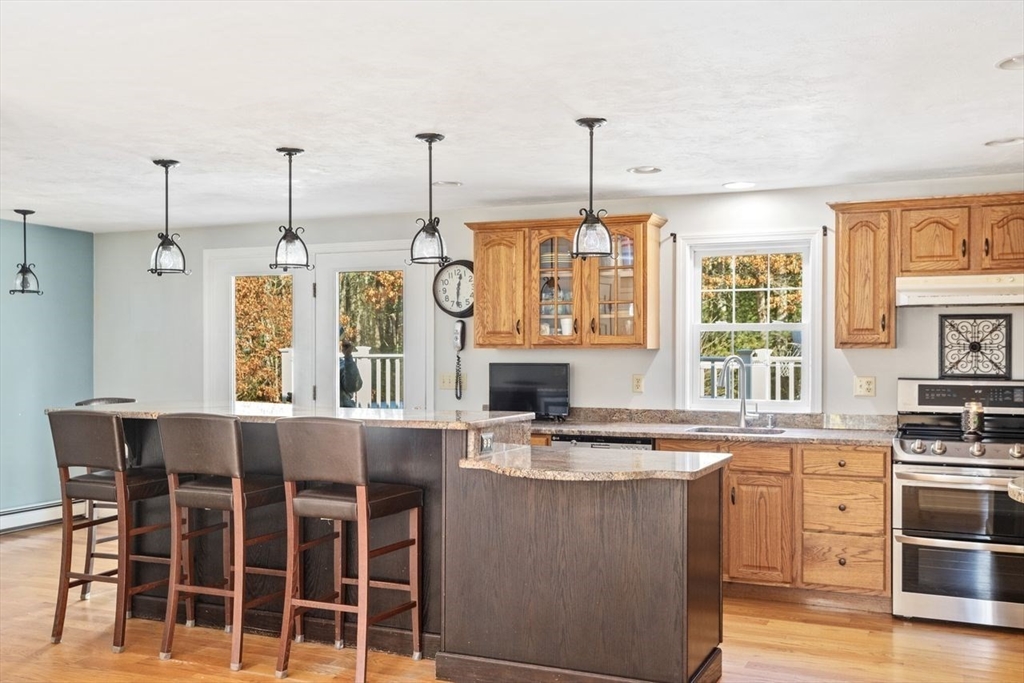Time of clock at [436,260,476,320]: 12:31
